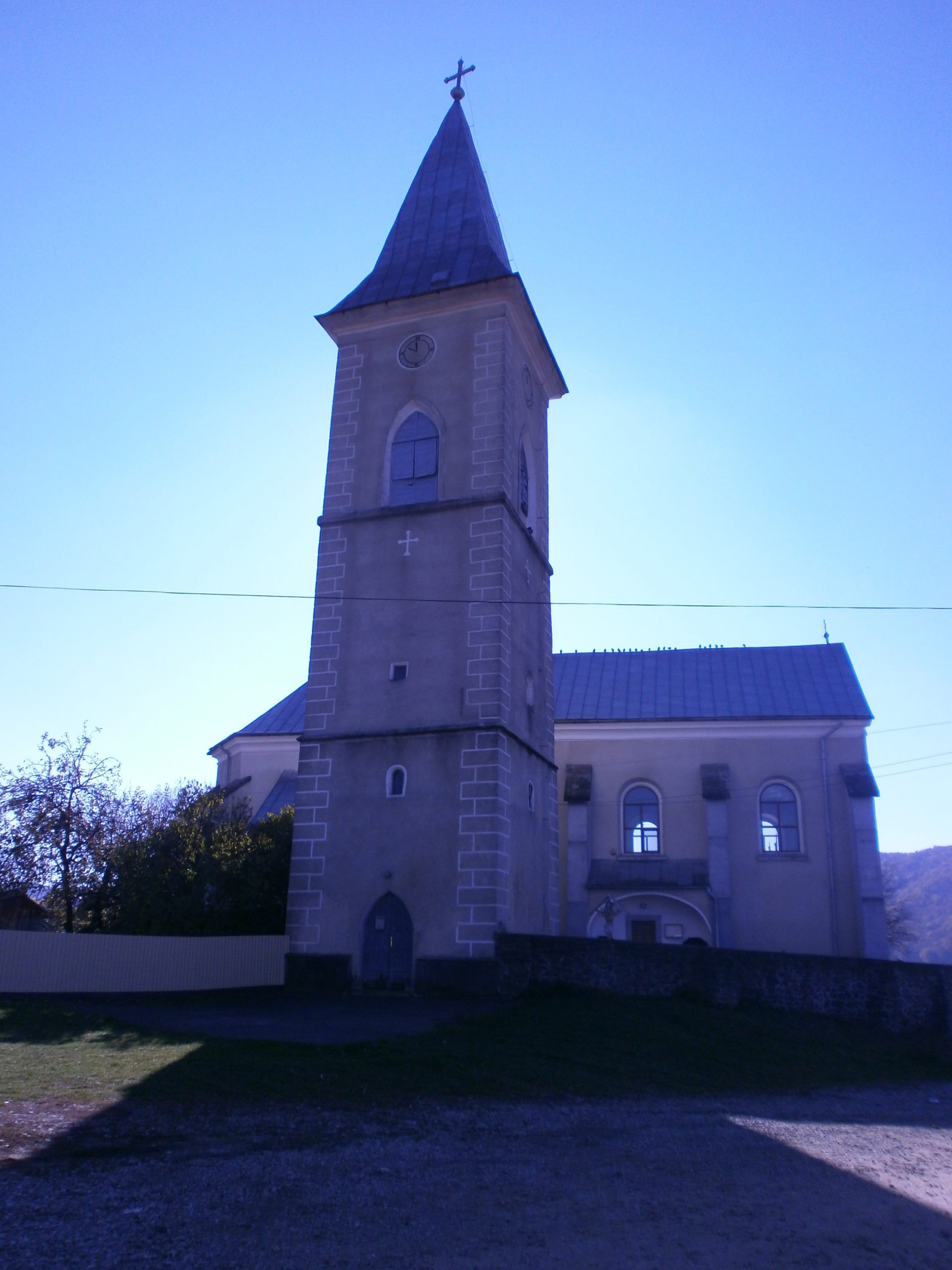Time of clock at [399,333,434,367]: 11:49
